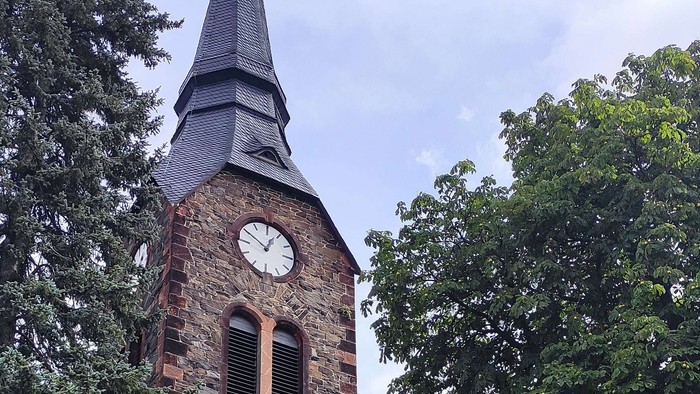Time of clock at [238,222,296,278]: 12:50
